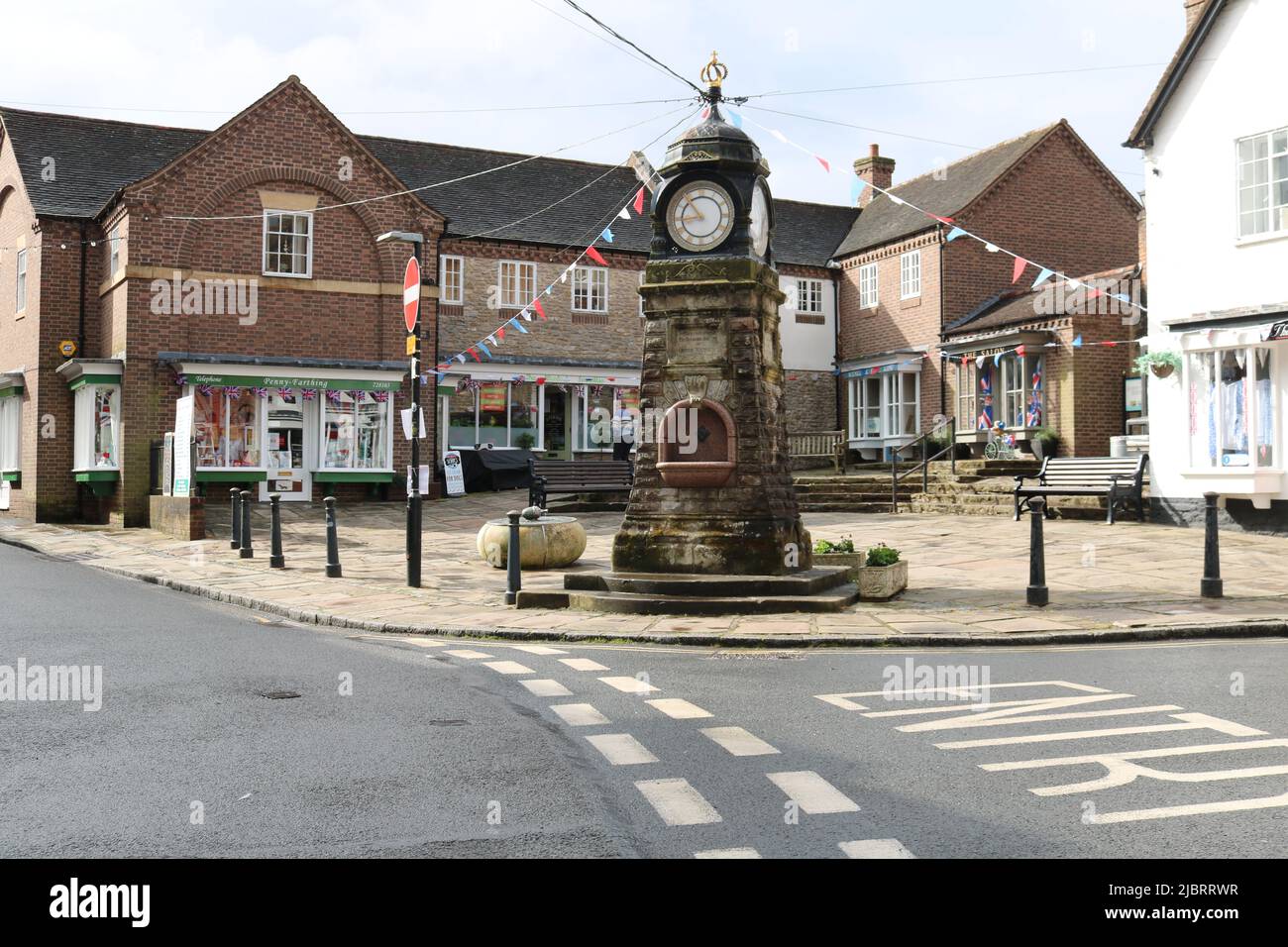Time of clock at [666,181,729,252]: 10:43
